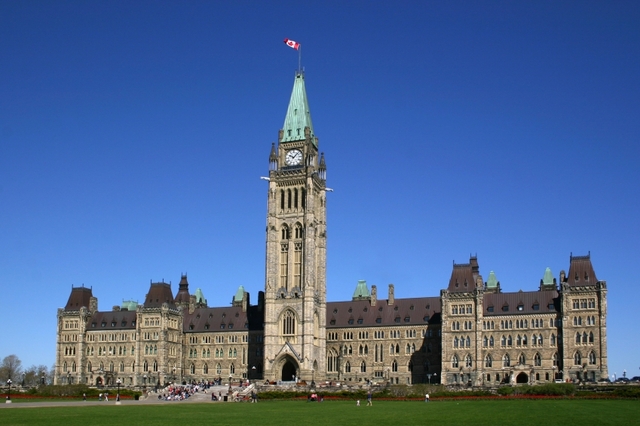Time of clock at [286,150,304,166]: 10:07
